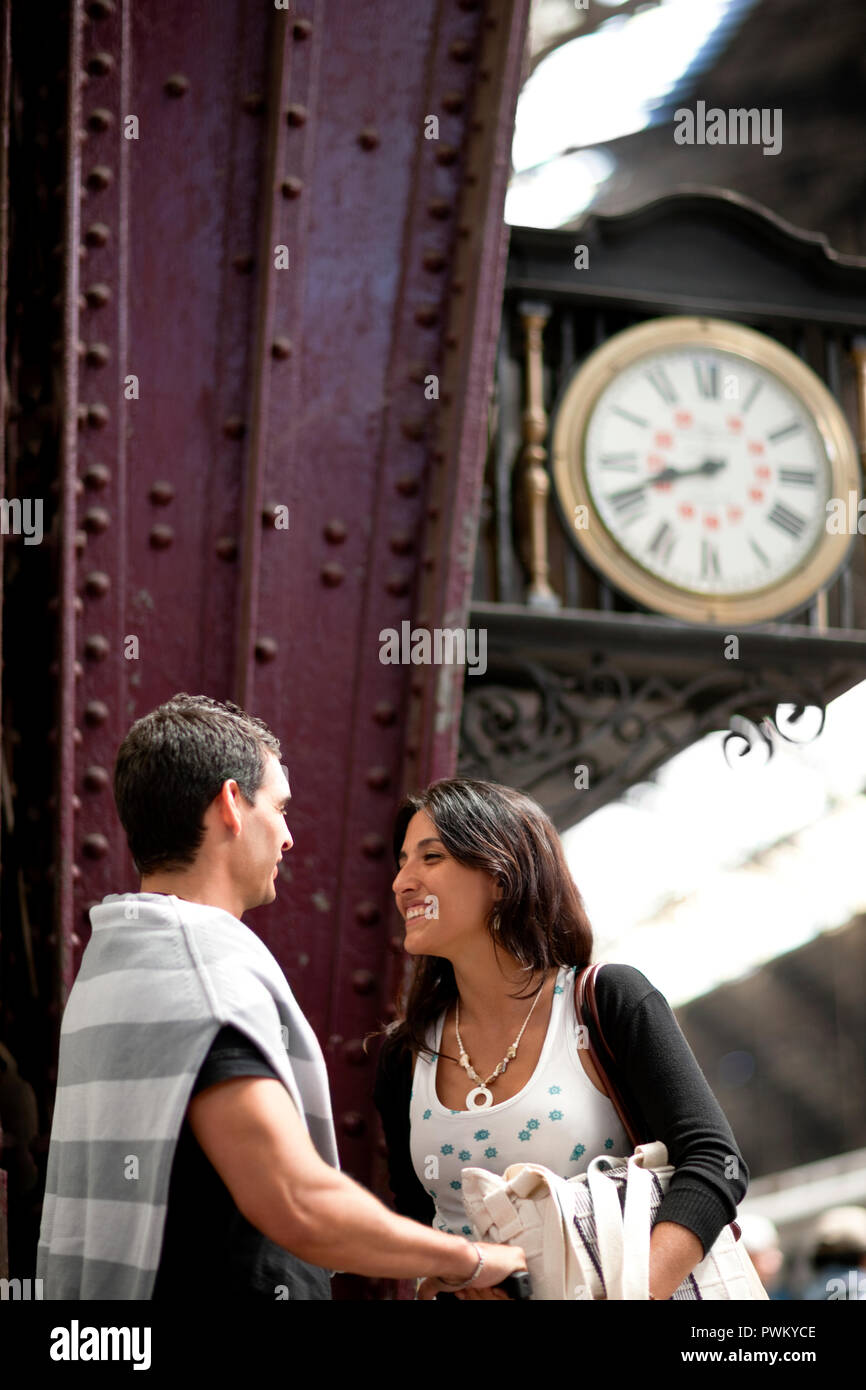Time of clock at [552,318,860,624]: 8:41
